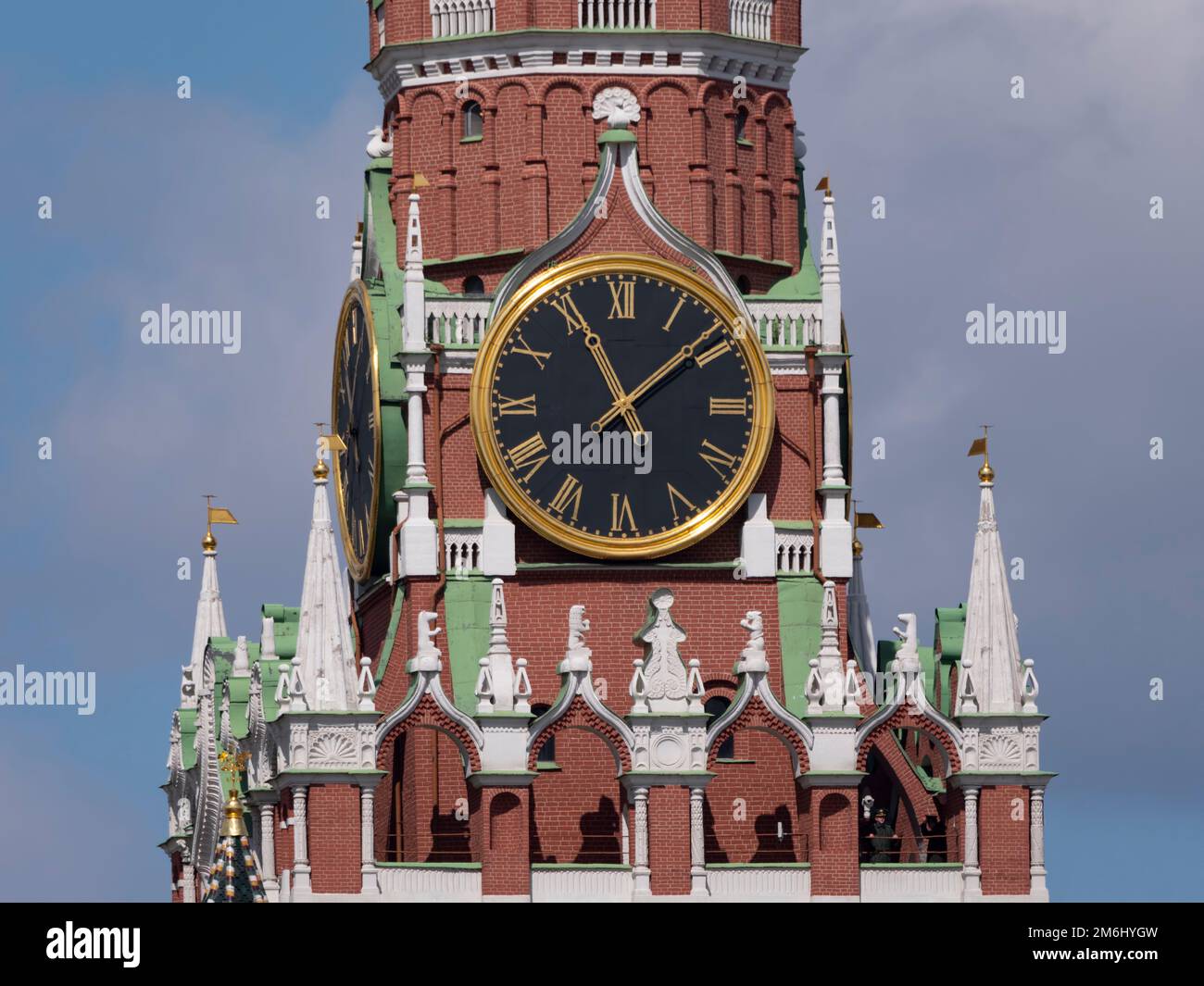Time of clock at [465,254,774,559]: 11:08
